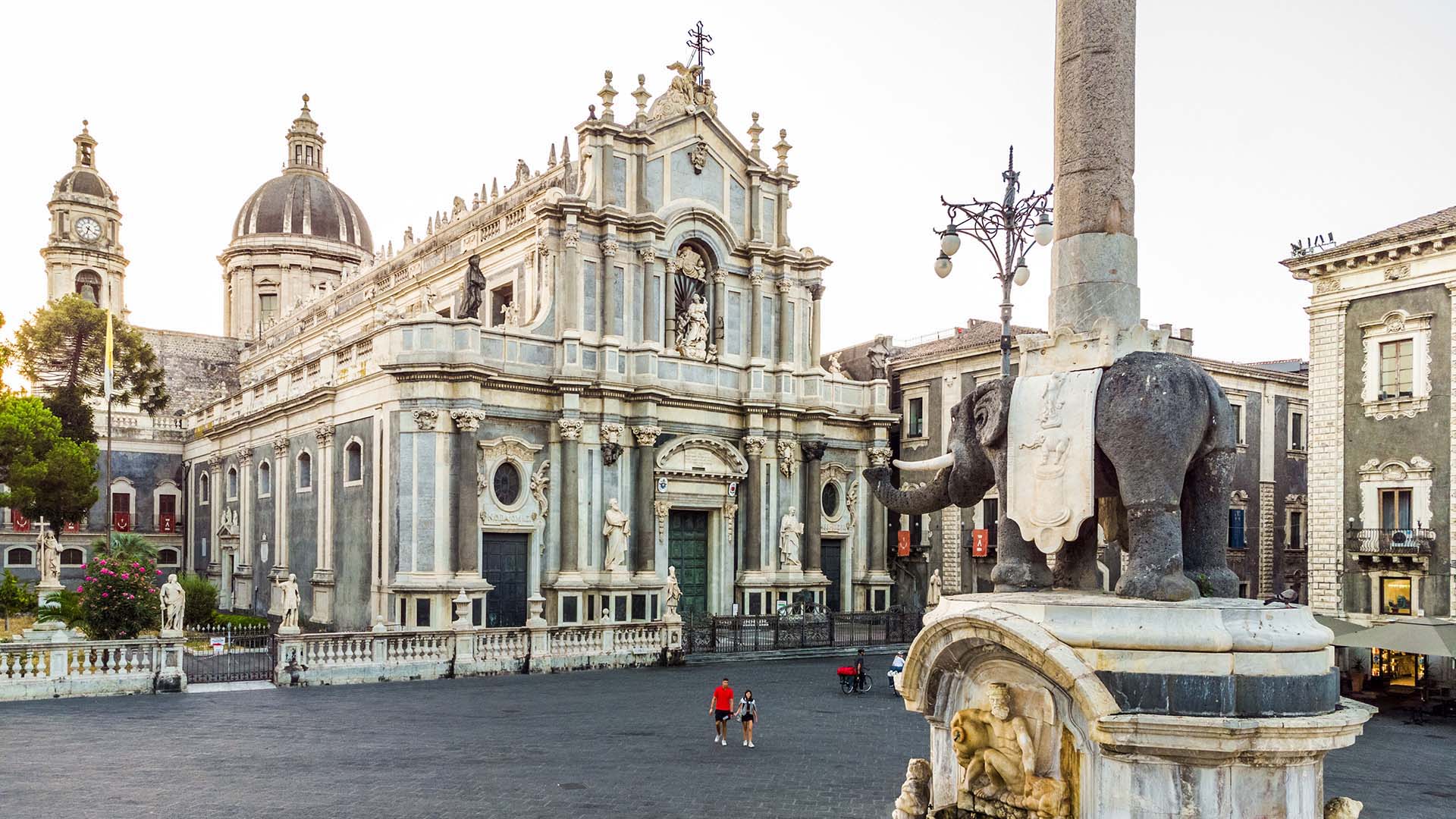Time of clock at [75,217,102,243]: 6:21
